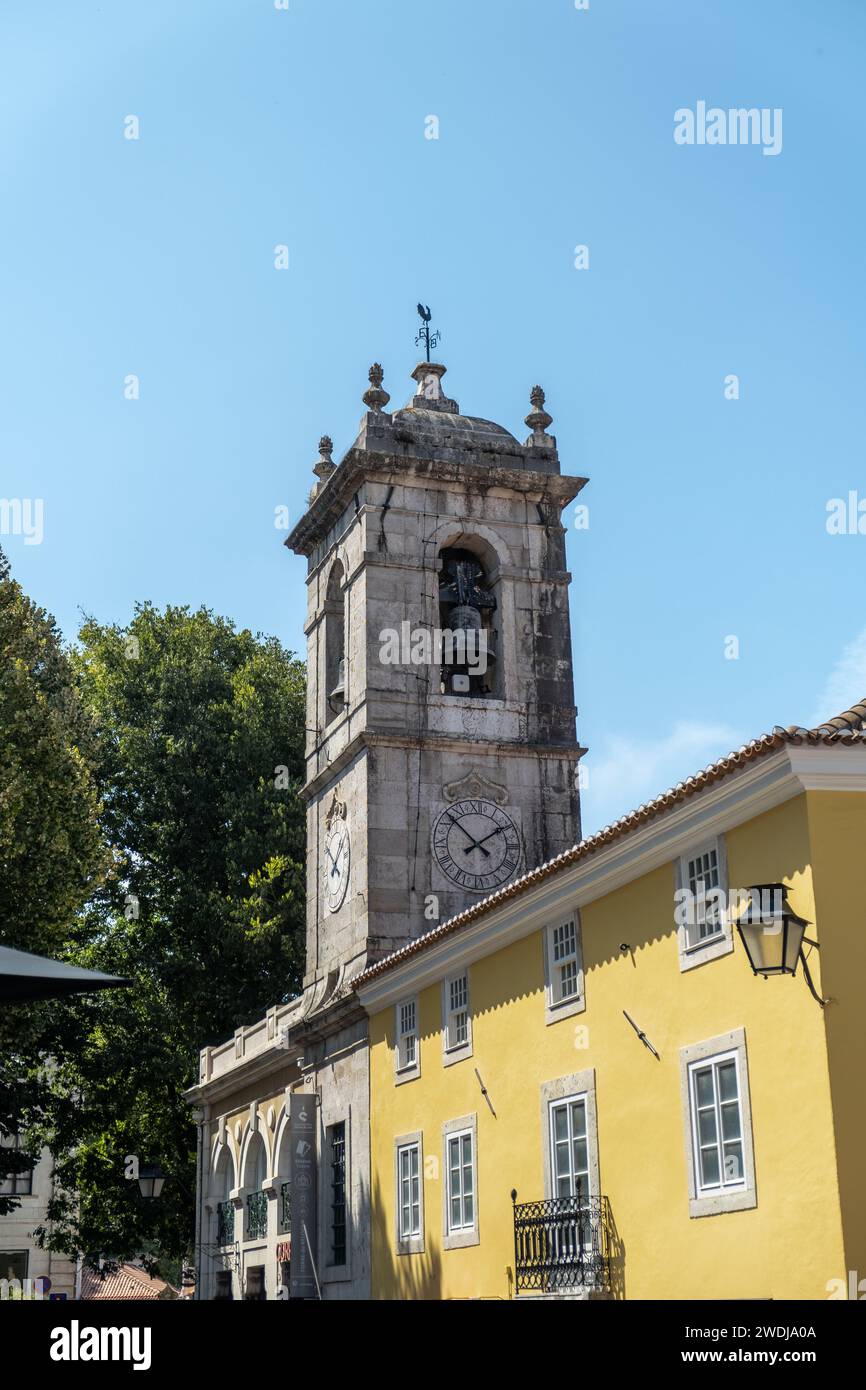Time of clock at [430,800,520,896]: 1:52
